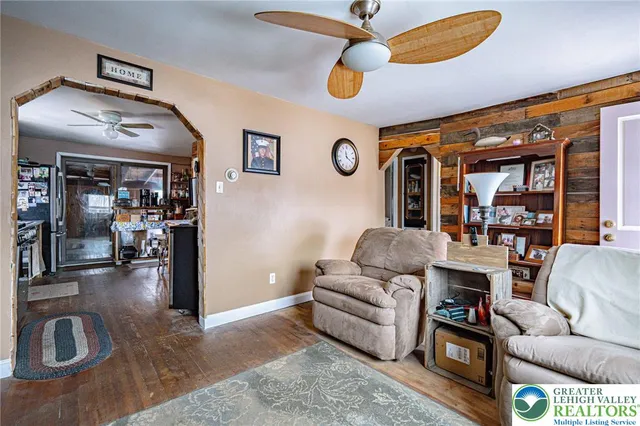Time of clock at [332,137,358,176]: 11:19
